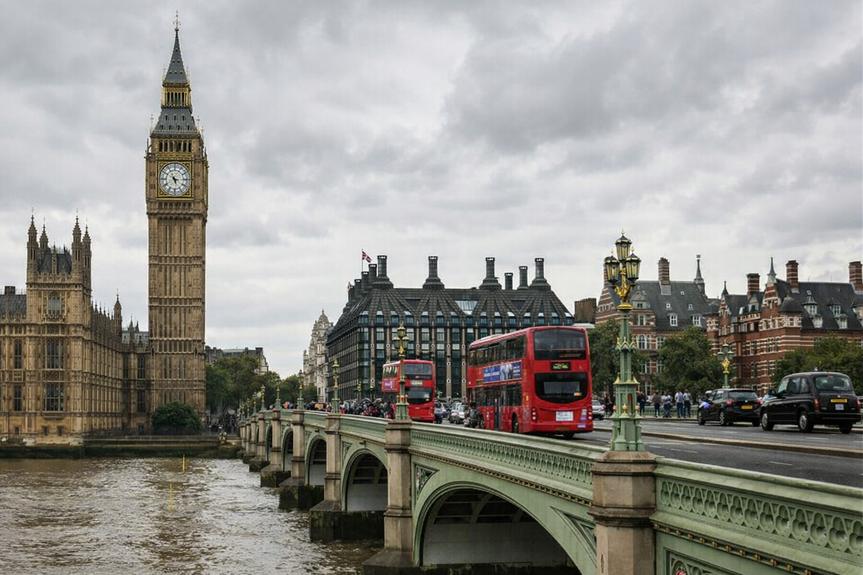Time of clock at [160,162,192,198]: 5:16
